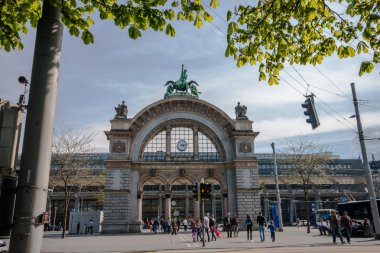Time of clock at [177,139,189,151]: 4:12
